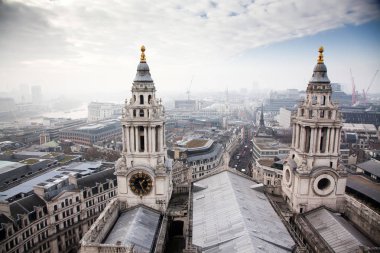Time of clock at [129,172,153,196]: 1:26
